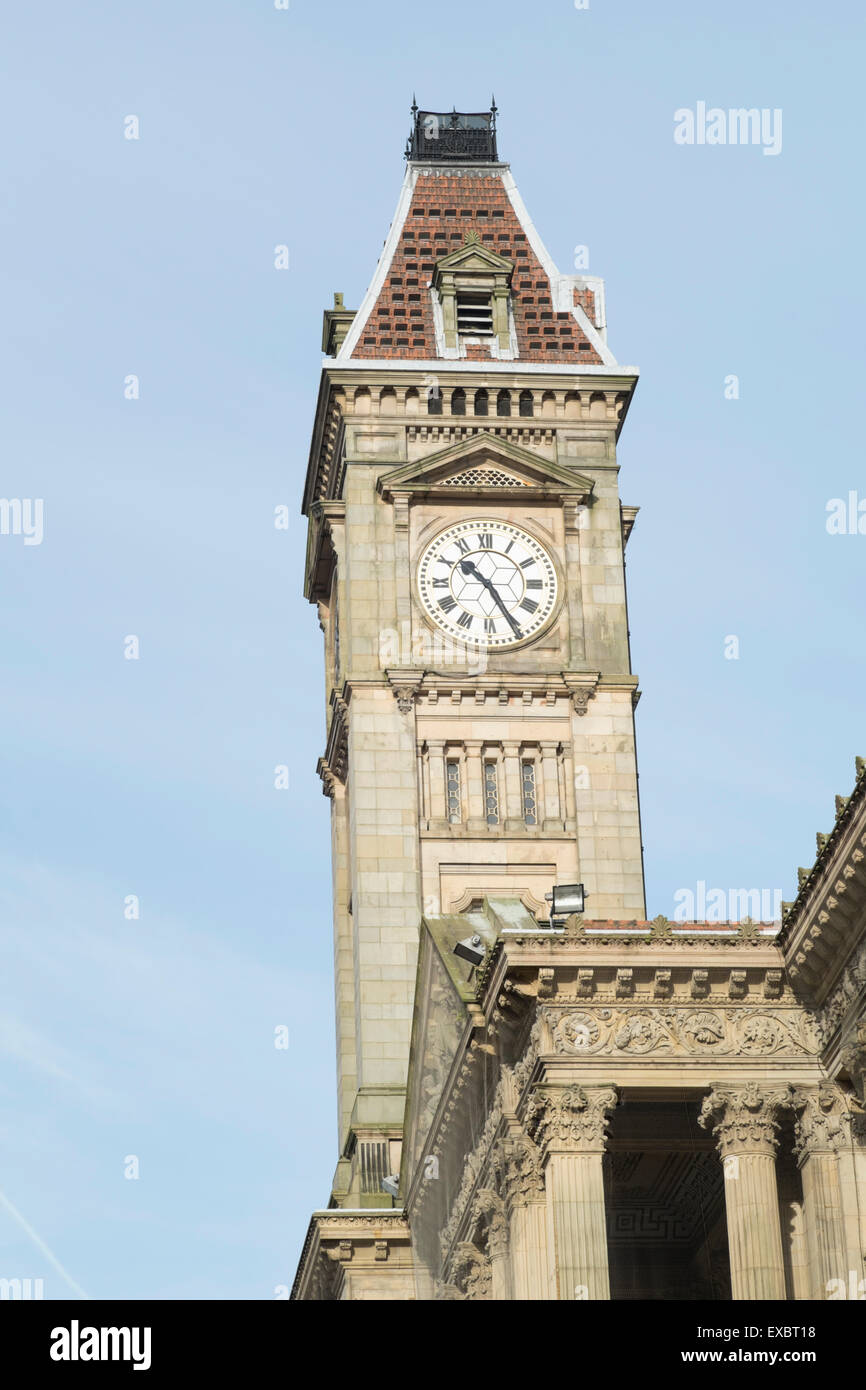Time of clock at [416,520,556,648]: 10:25
